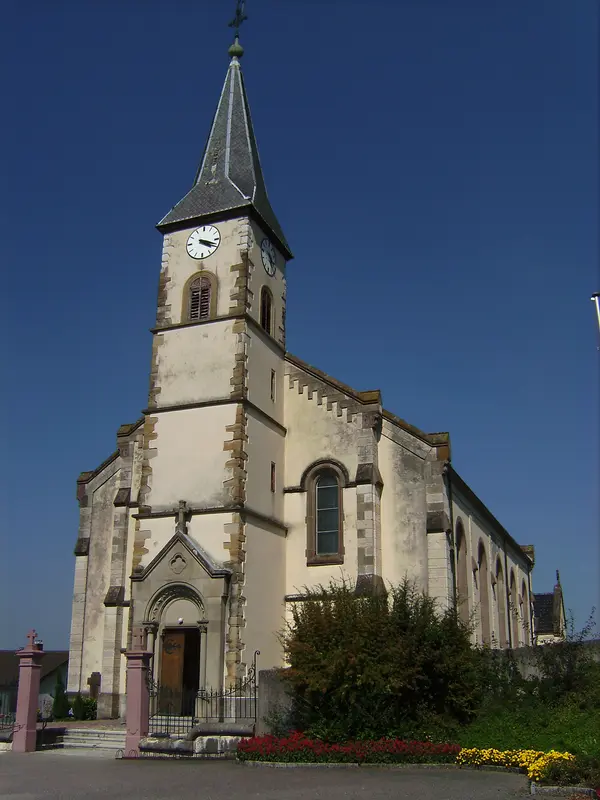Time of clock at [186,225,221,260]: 4:18
